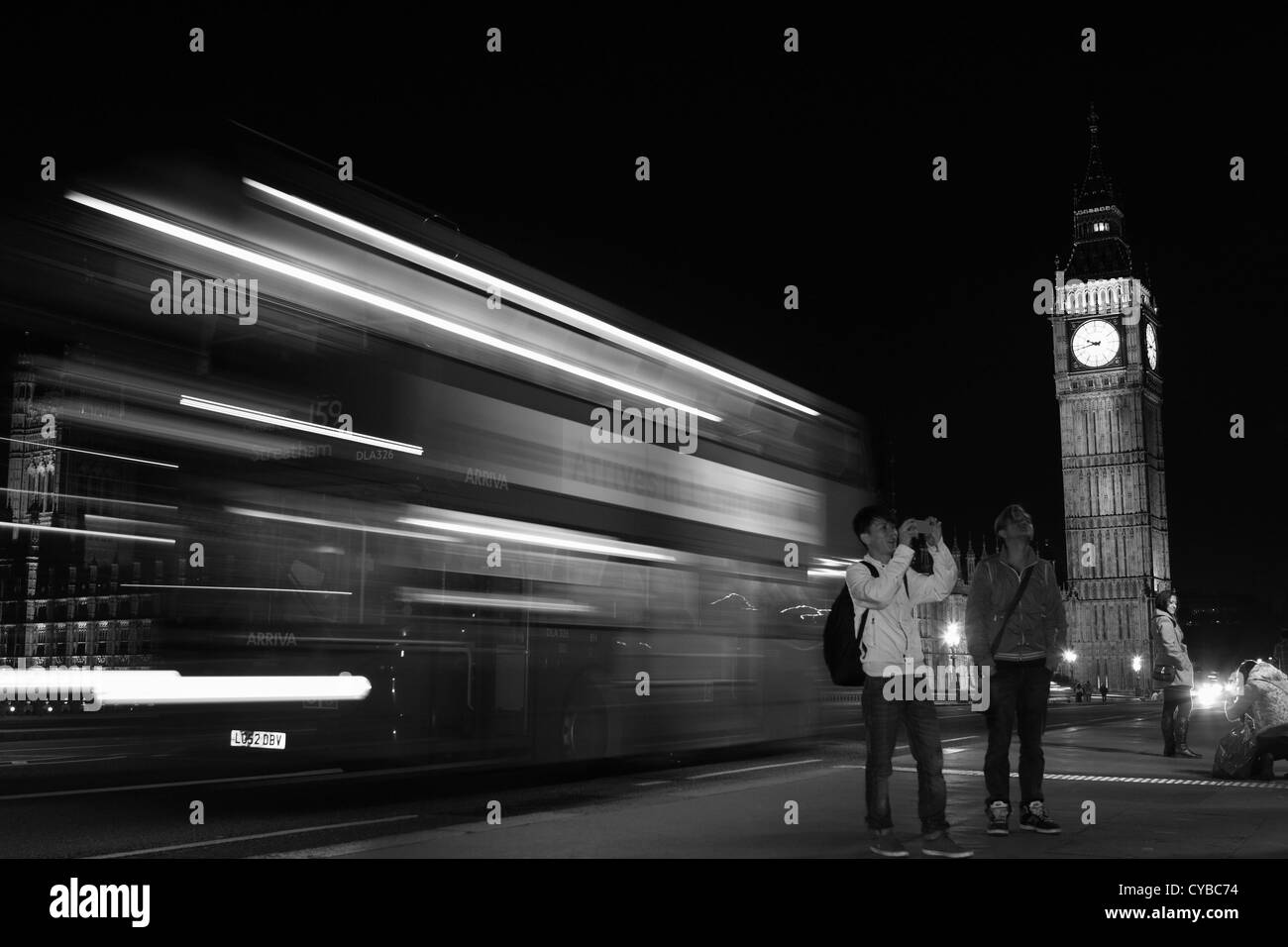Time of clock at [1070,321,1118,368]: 9:42
